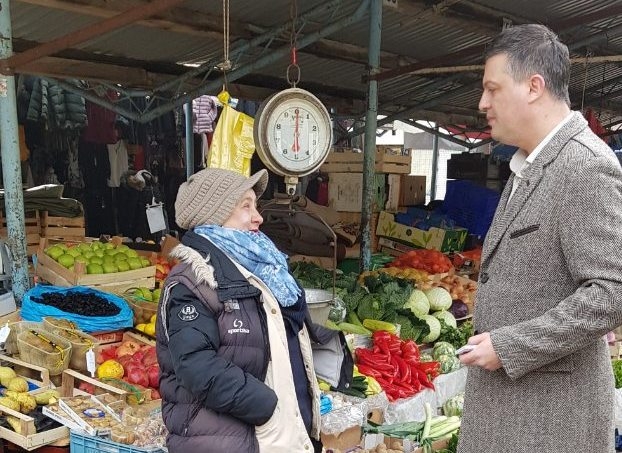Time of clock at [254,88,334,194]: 6:00
